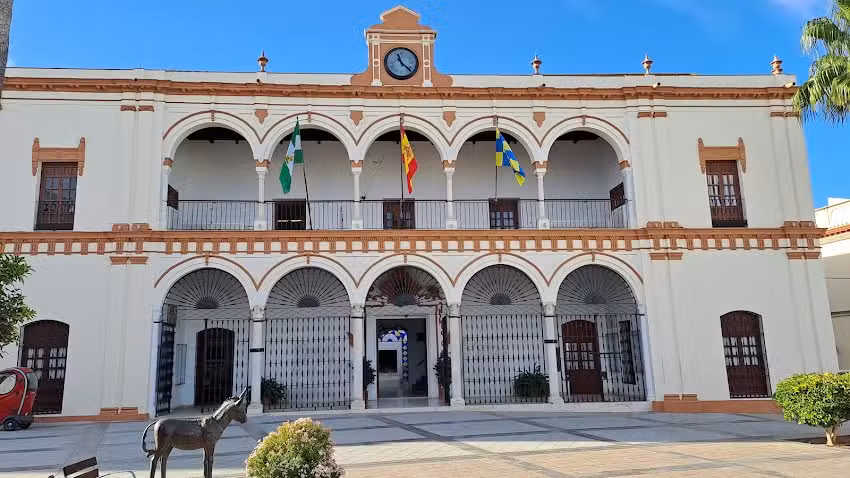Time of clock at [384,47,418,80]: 11:22
